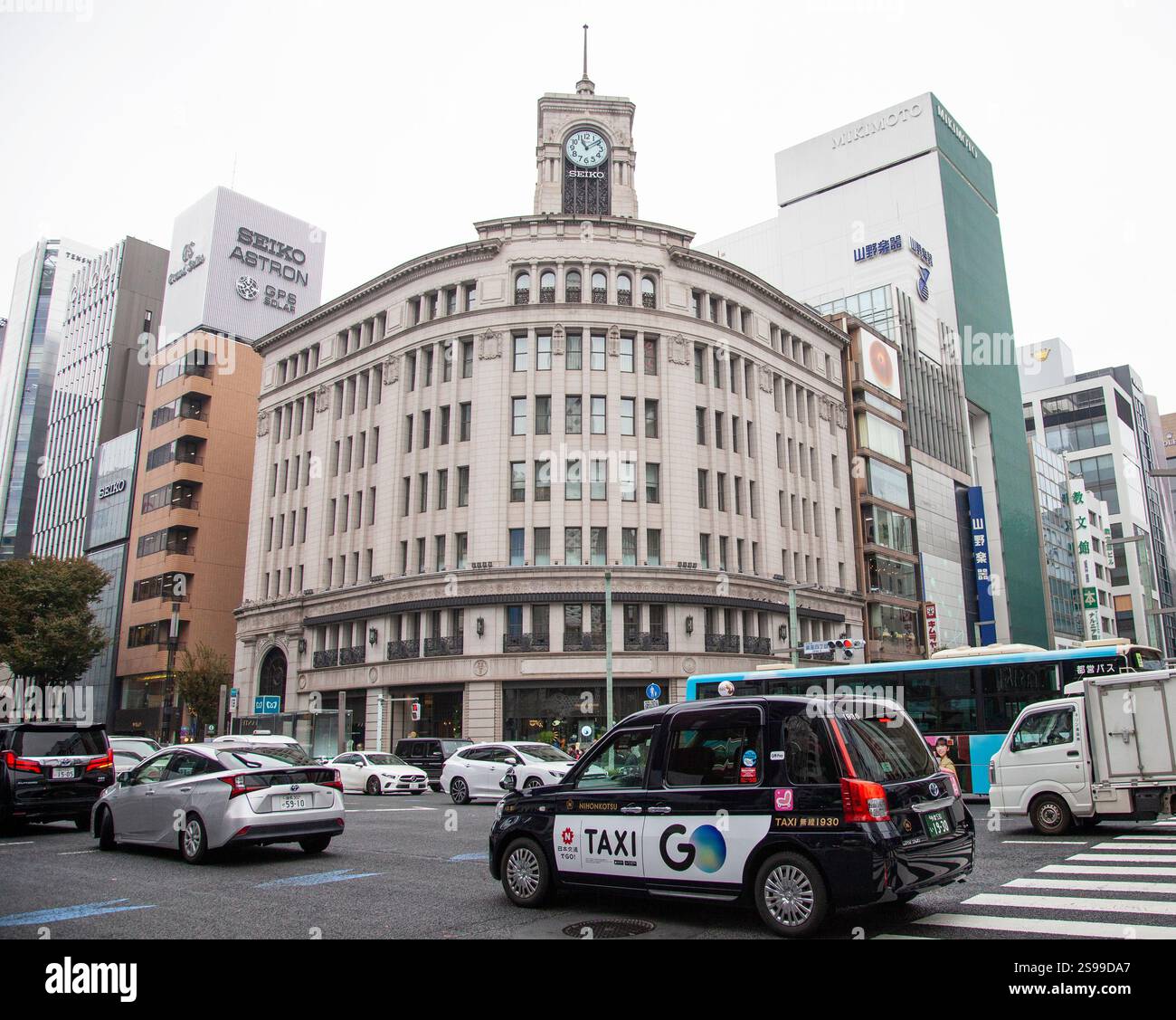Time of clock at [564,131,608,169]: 11:09
